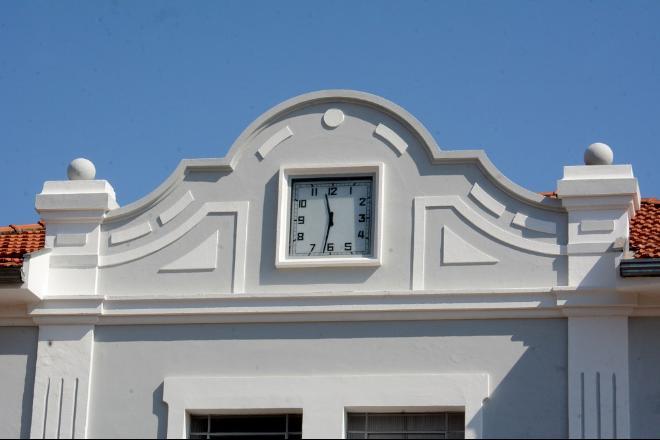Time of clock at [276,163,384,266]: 11:32
